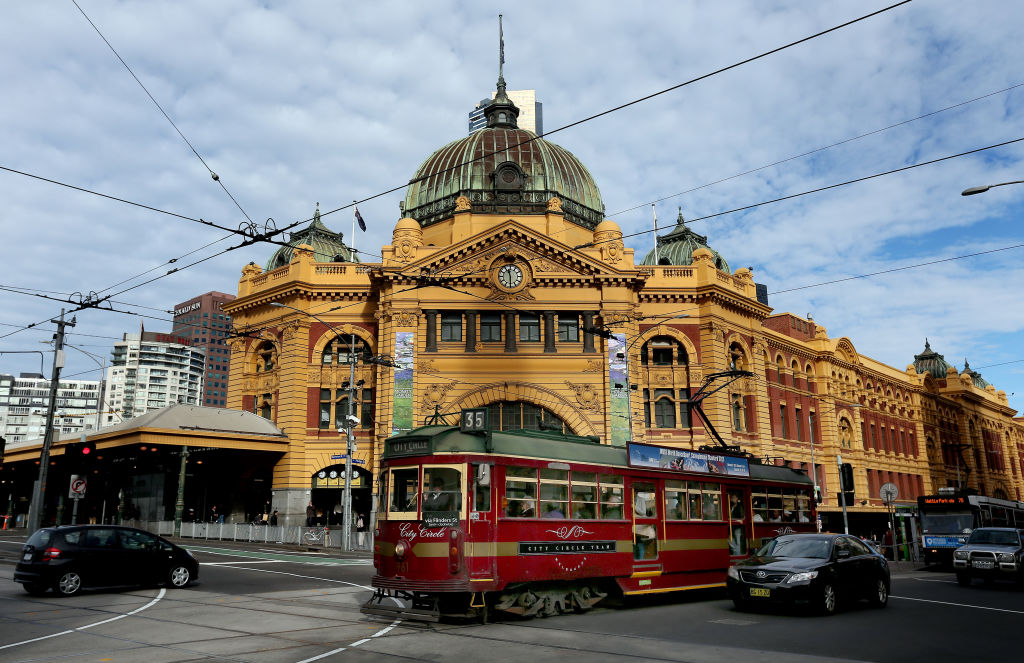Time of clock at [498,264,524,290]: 11:29
